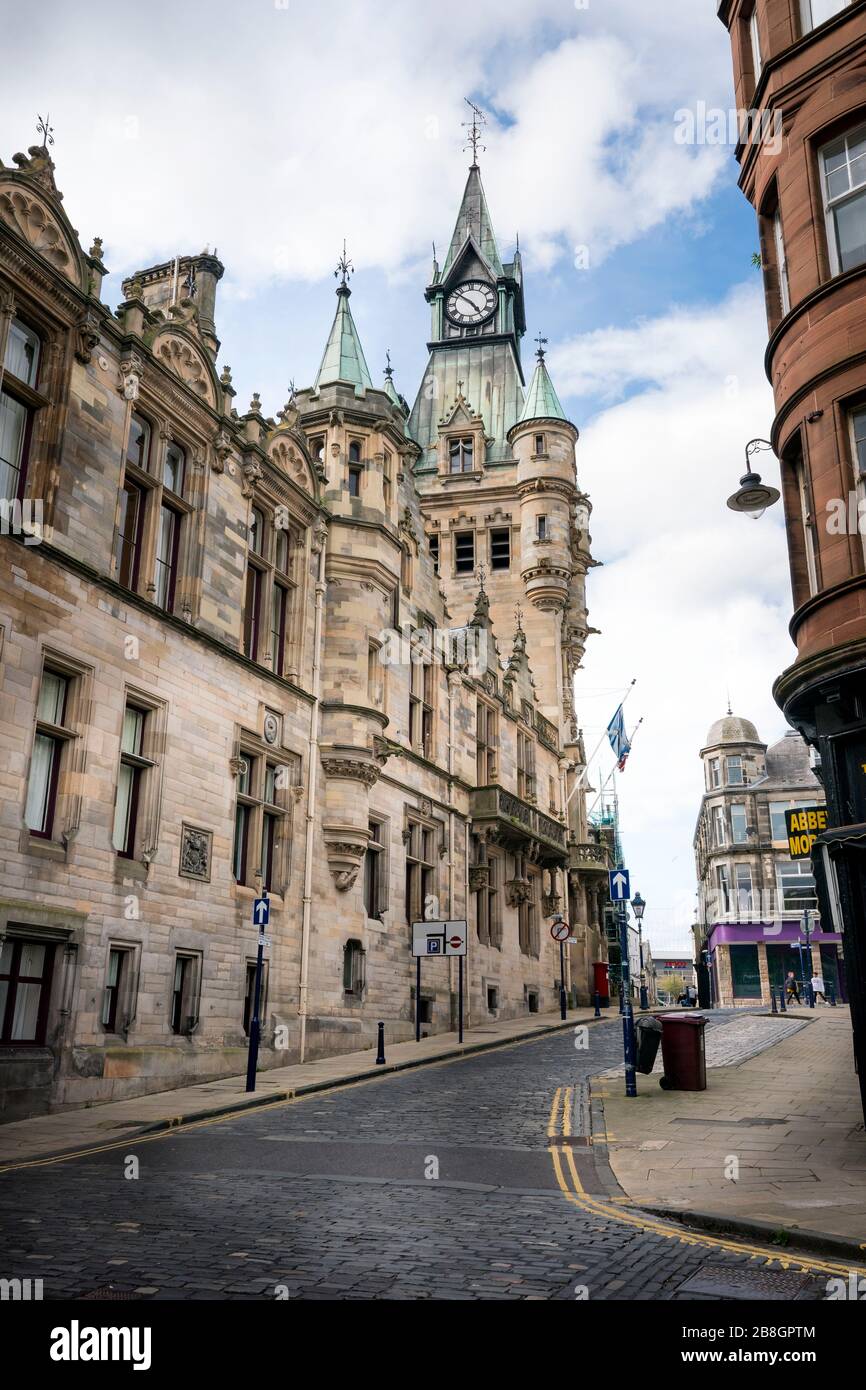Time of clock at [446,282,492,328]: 4:51
